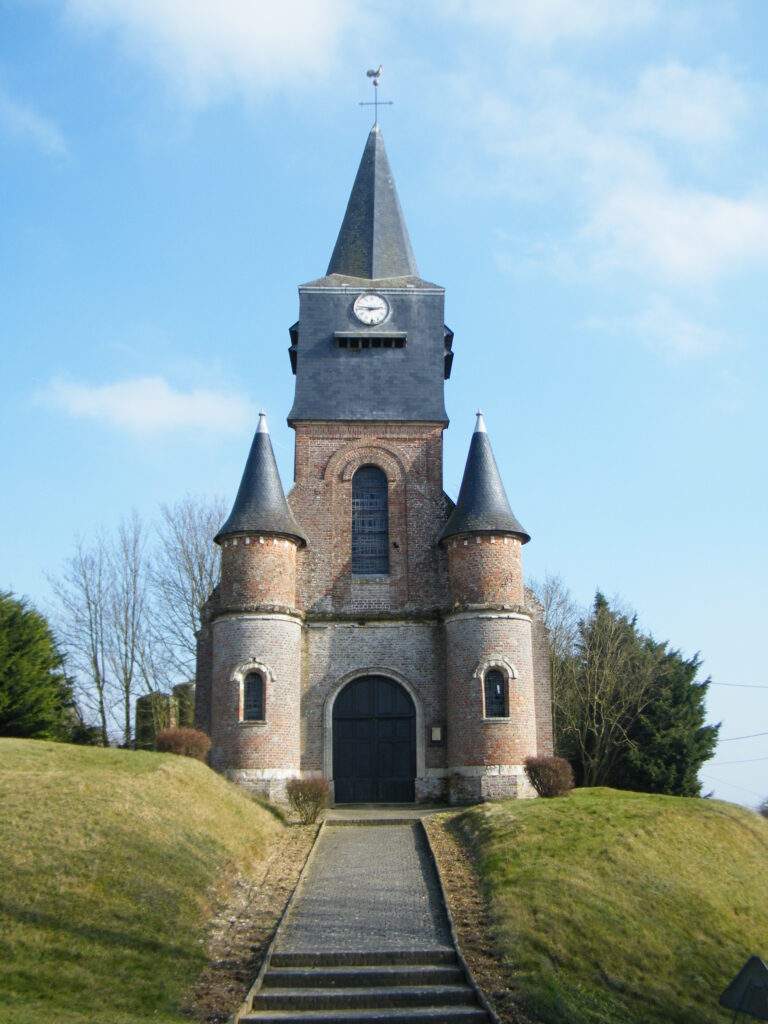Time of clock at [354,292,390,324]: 2:46
